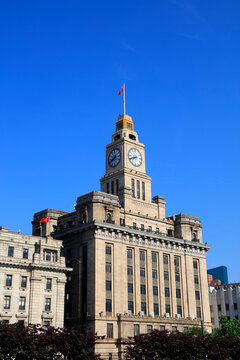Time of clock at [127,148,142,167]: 7:40
